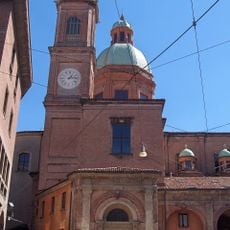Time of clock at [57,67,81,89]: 1:13
